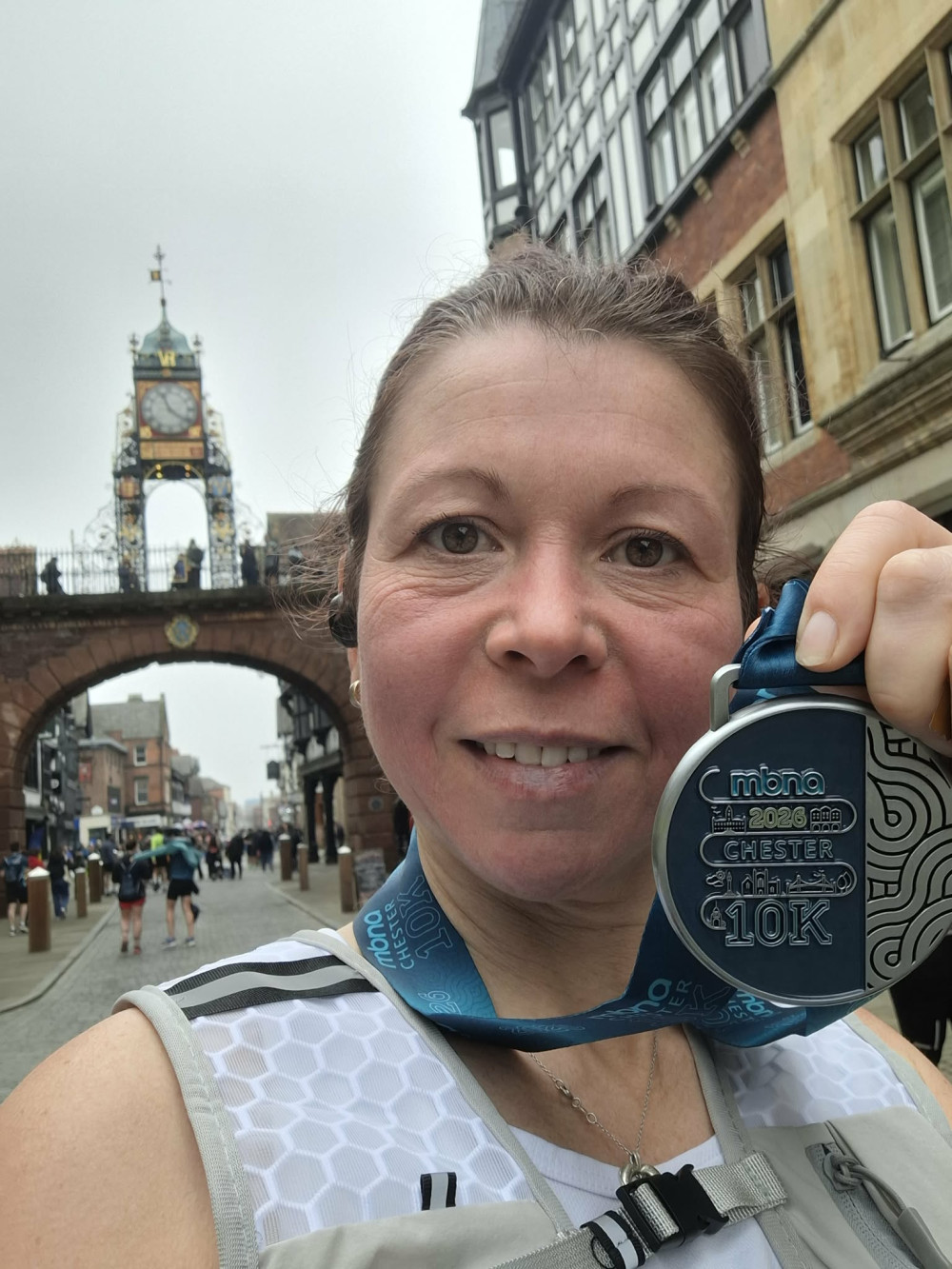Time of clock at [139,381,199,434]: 11:21
